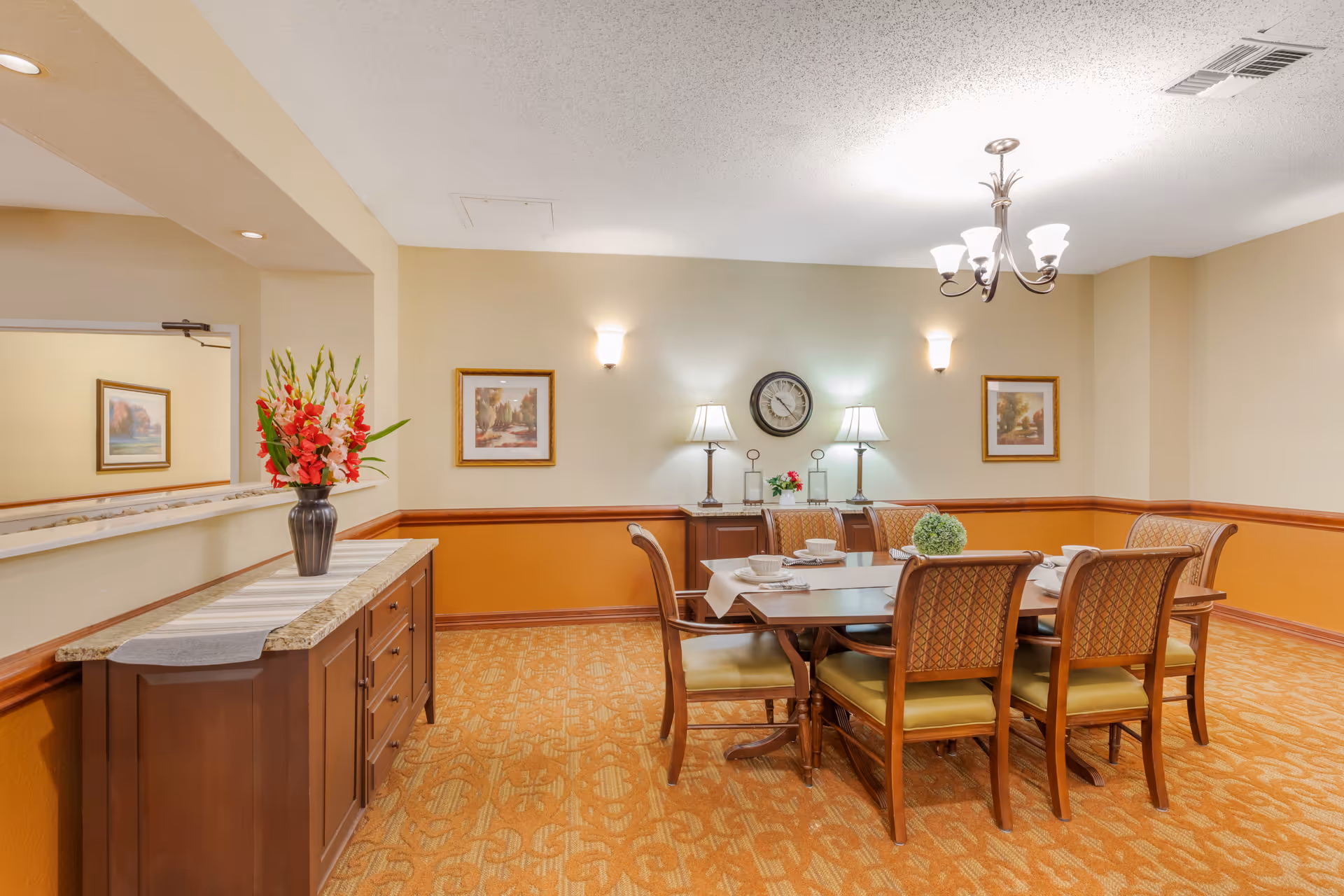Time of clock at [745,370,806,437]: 10:22
